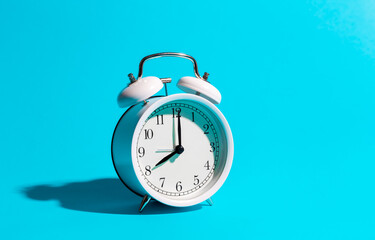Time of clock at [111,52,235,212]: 8:00
